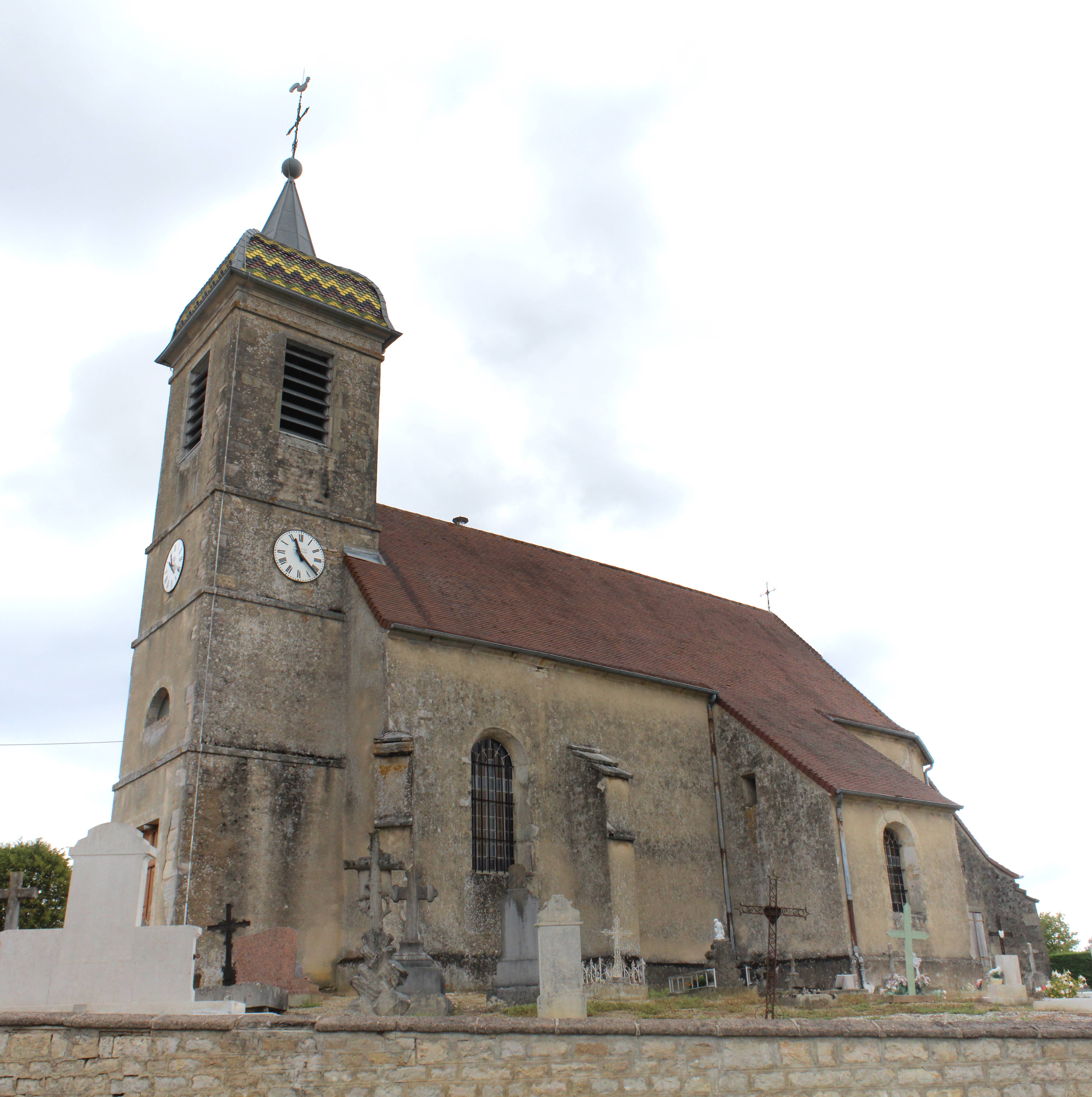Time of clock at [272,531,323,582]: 11:21
